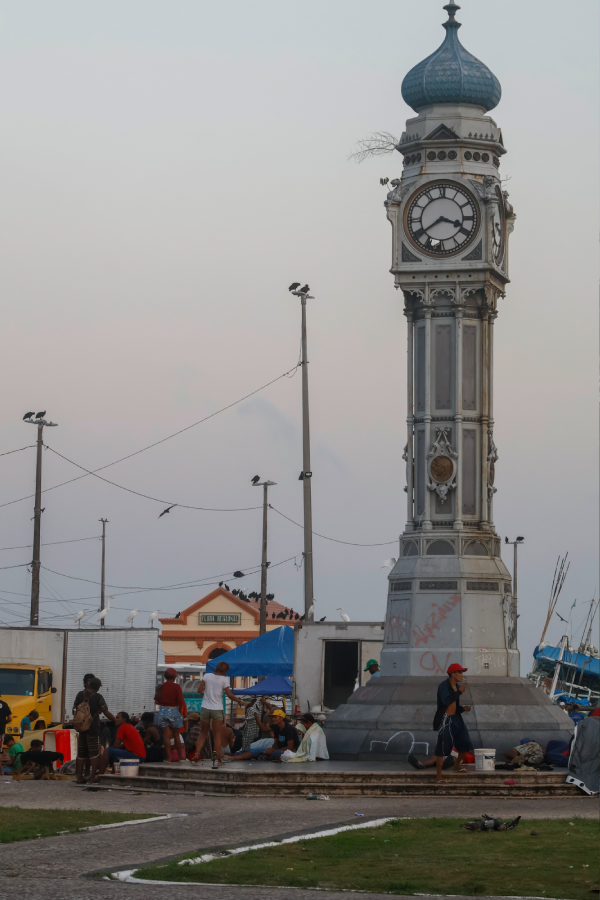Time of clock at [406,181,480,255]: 3:39
